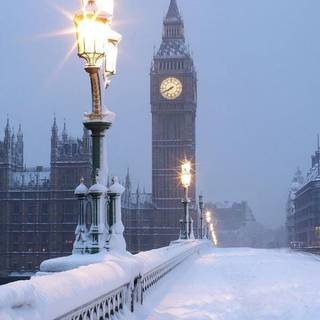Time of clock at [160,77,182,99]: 7:40
